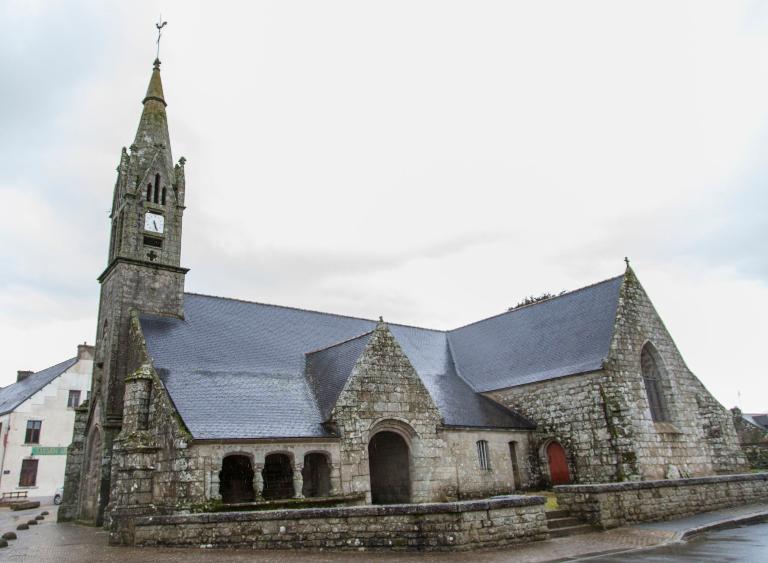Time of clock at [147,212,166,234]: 5:26
